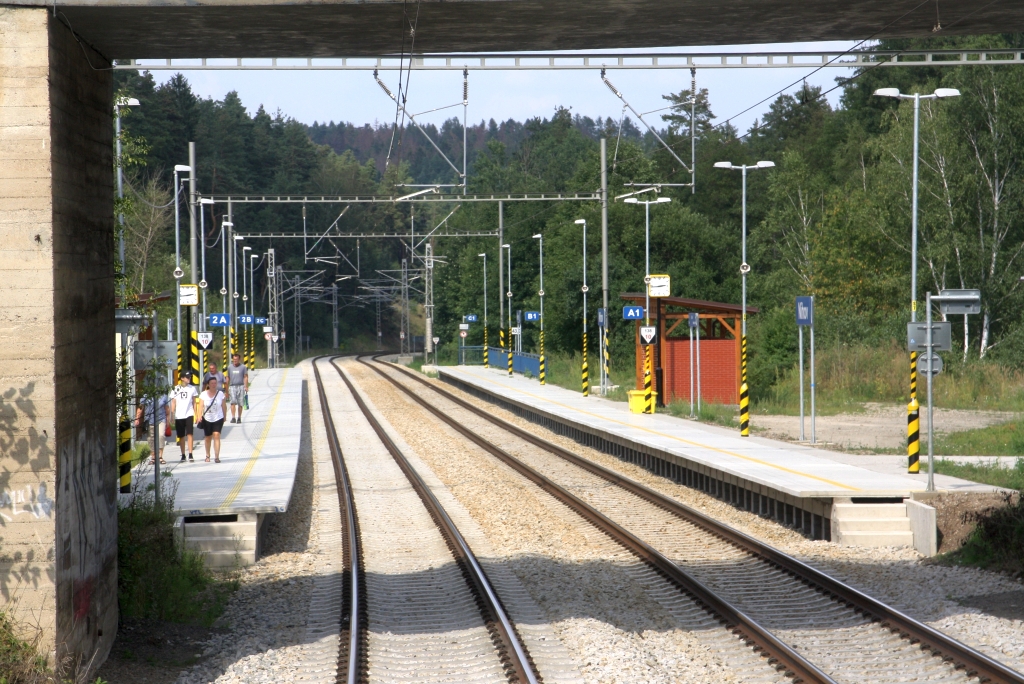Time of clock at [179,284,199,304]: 2:43
